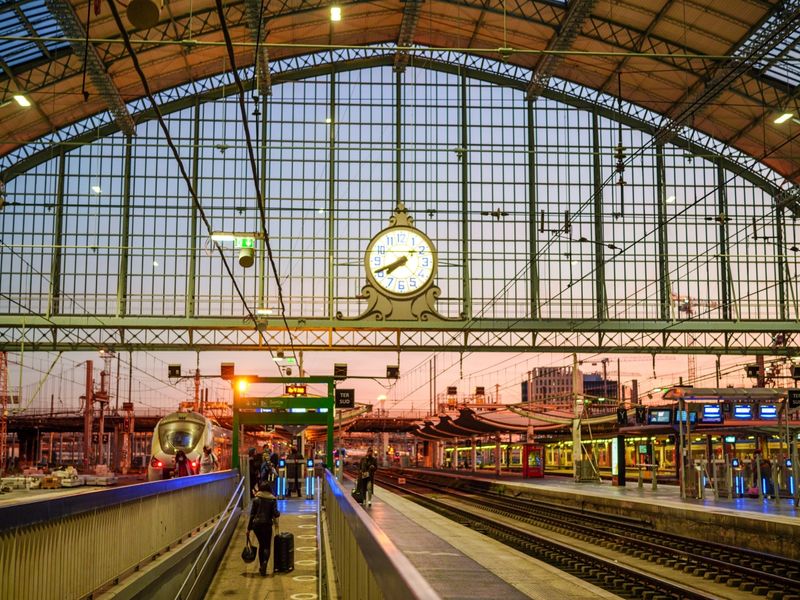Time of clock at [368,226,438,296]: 7:40
